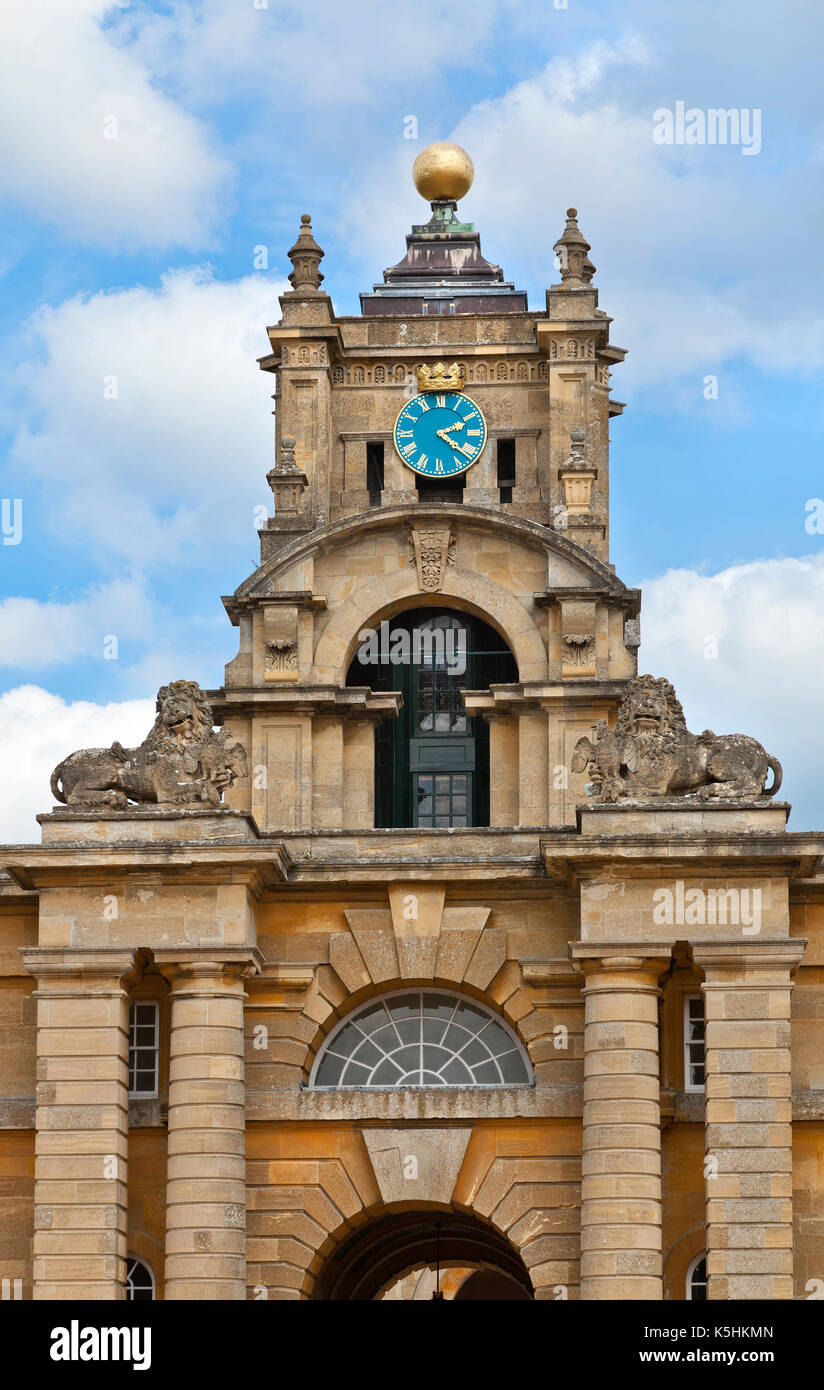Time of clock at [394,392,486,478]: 2:21
